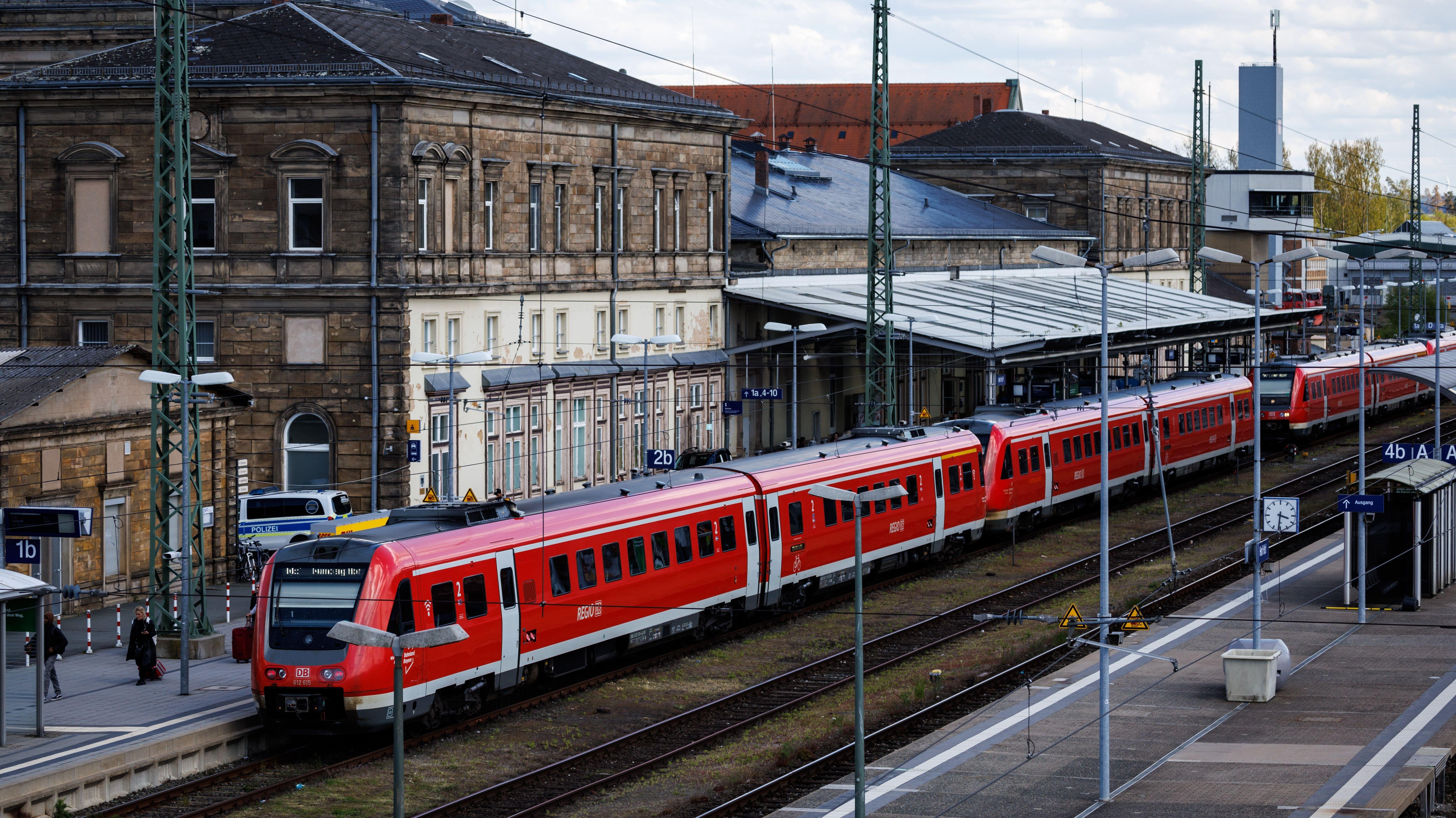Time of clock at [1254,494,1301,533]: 3:31
